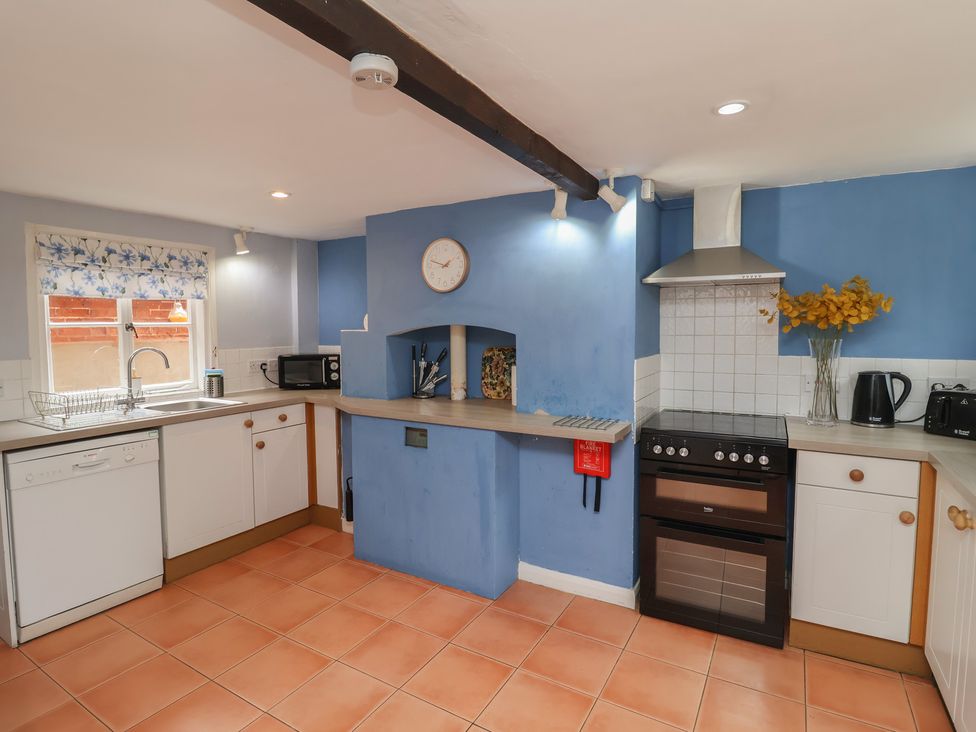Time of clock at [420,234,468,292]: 1:47
